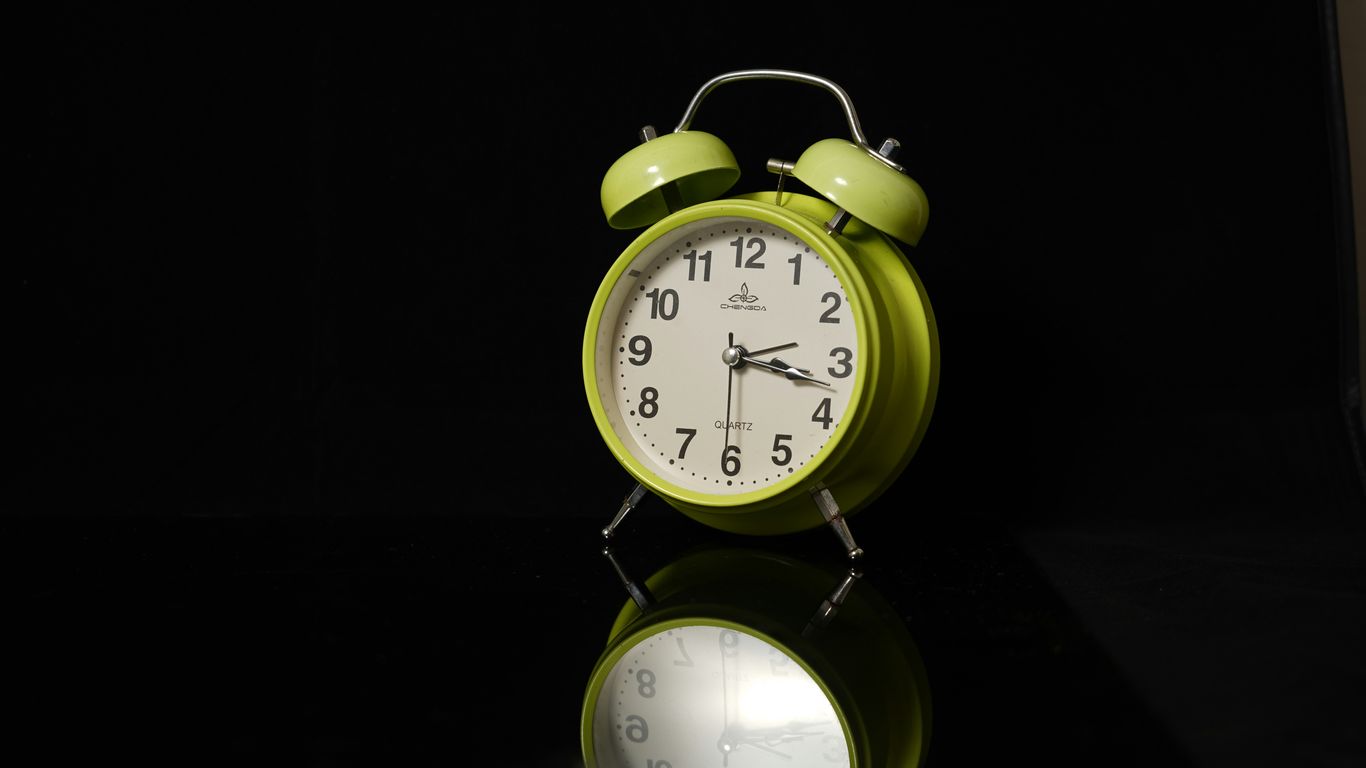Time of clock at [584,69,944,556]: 3:17
